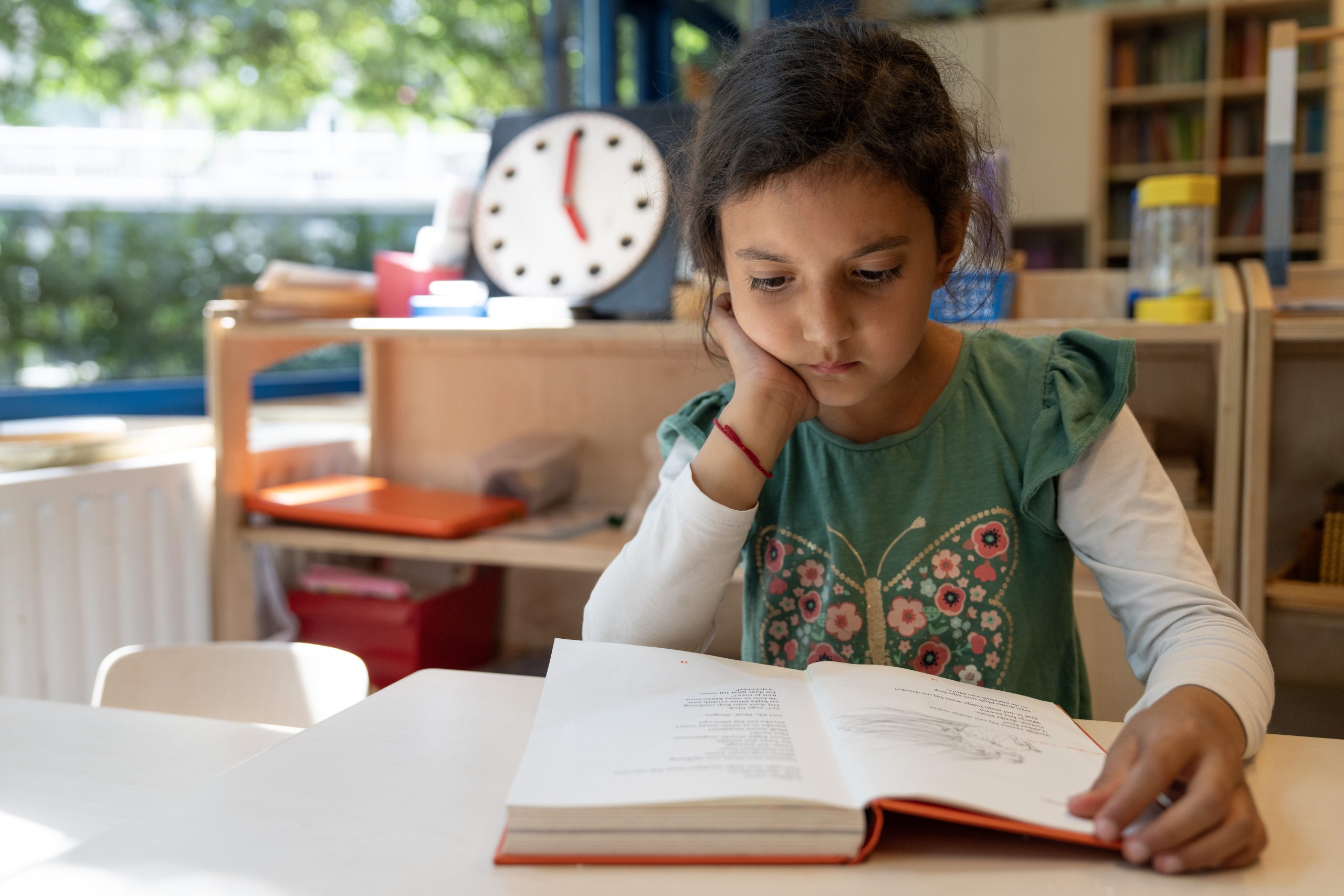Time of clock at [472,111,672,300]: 4:59
